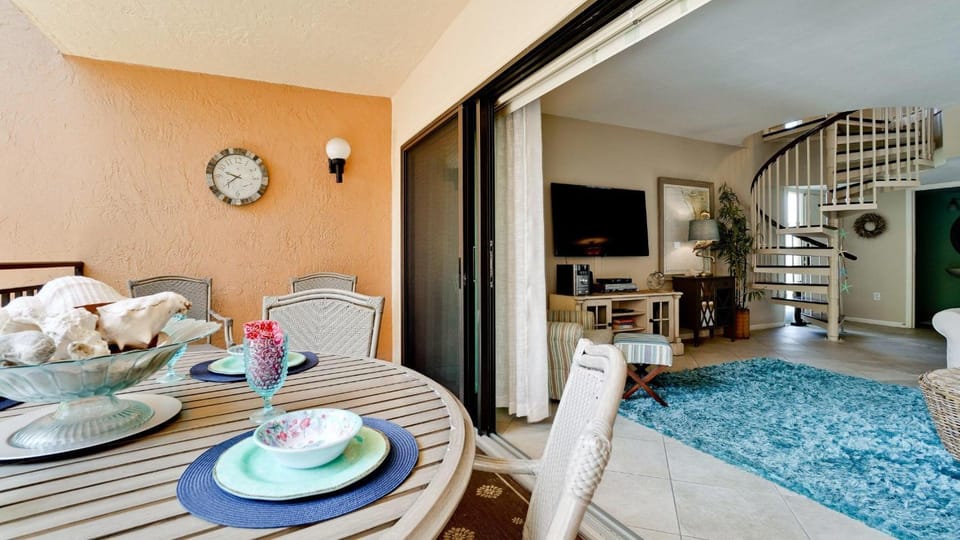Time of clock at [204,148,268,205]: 9:39
